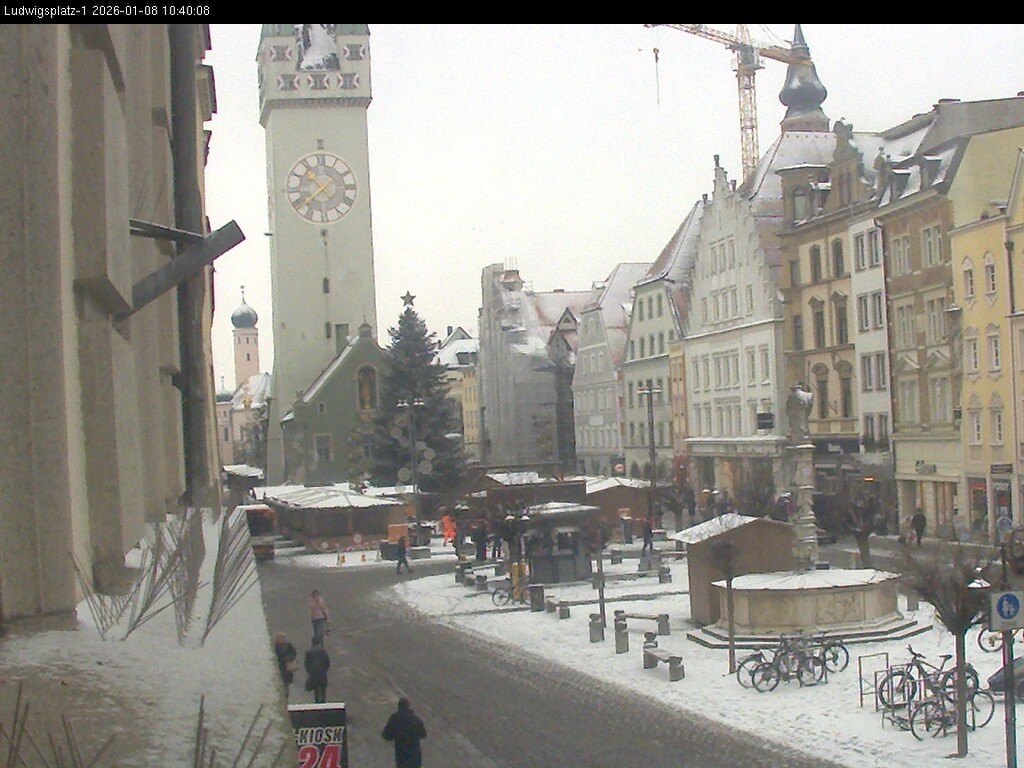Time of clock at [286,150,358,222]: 10:38
